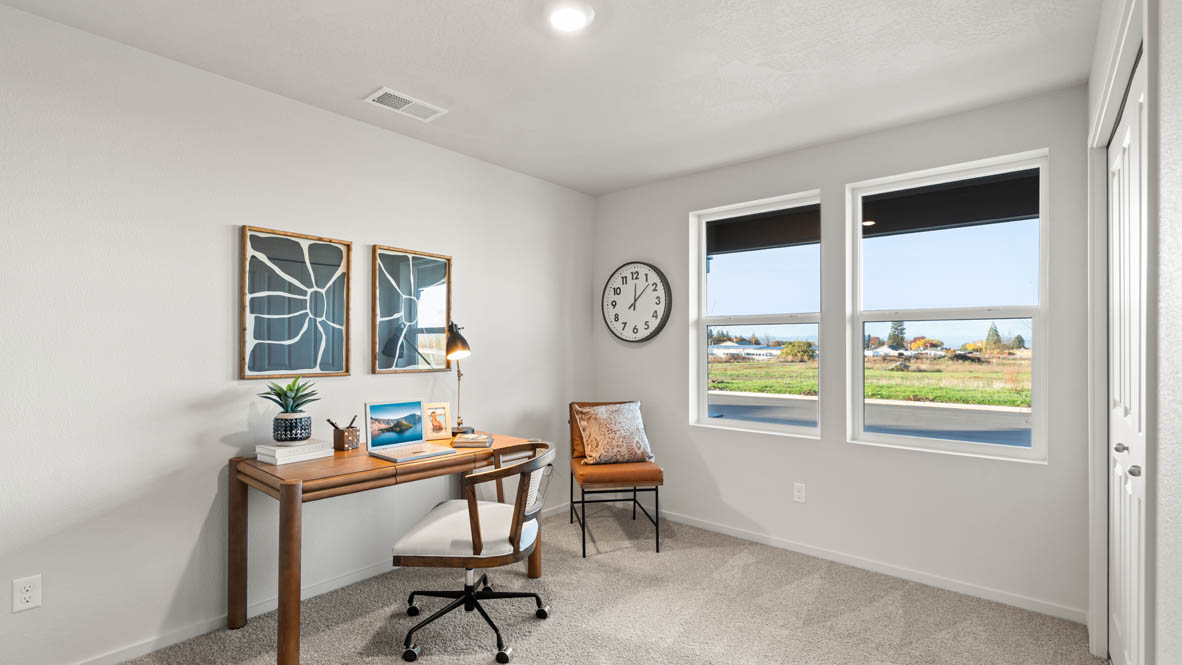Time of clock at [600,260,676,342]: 12:07
